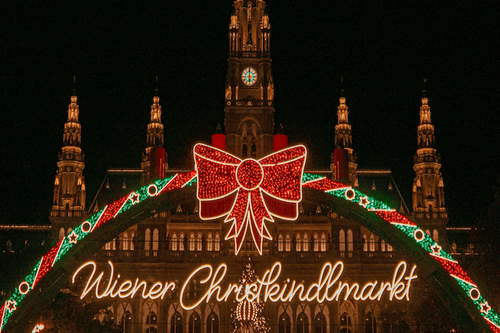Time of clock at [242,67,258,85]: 5:59
